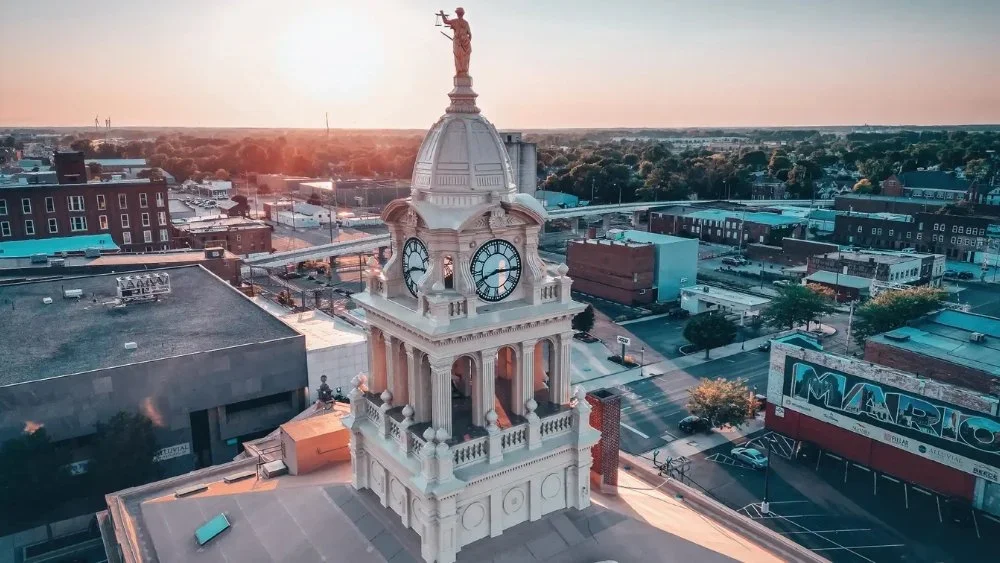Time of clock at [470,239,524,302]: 8:15
